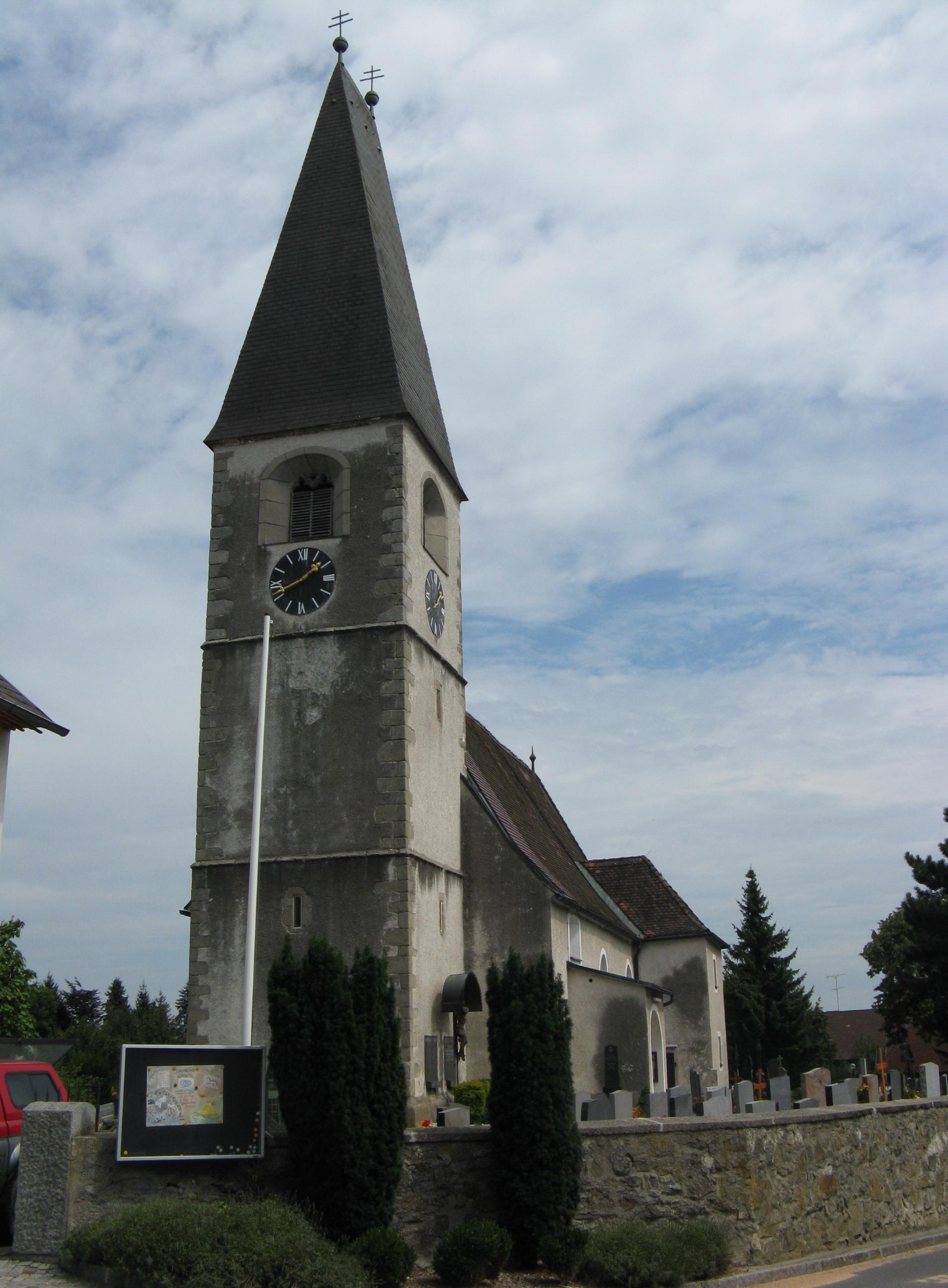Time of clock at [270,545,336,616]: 1:41
